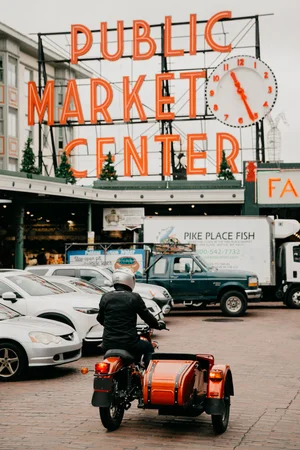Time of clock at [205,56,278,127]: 11:26
